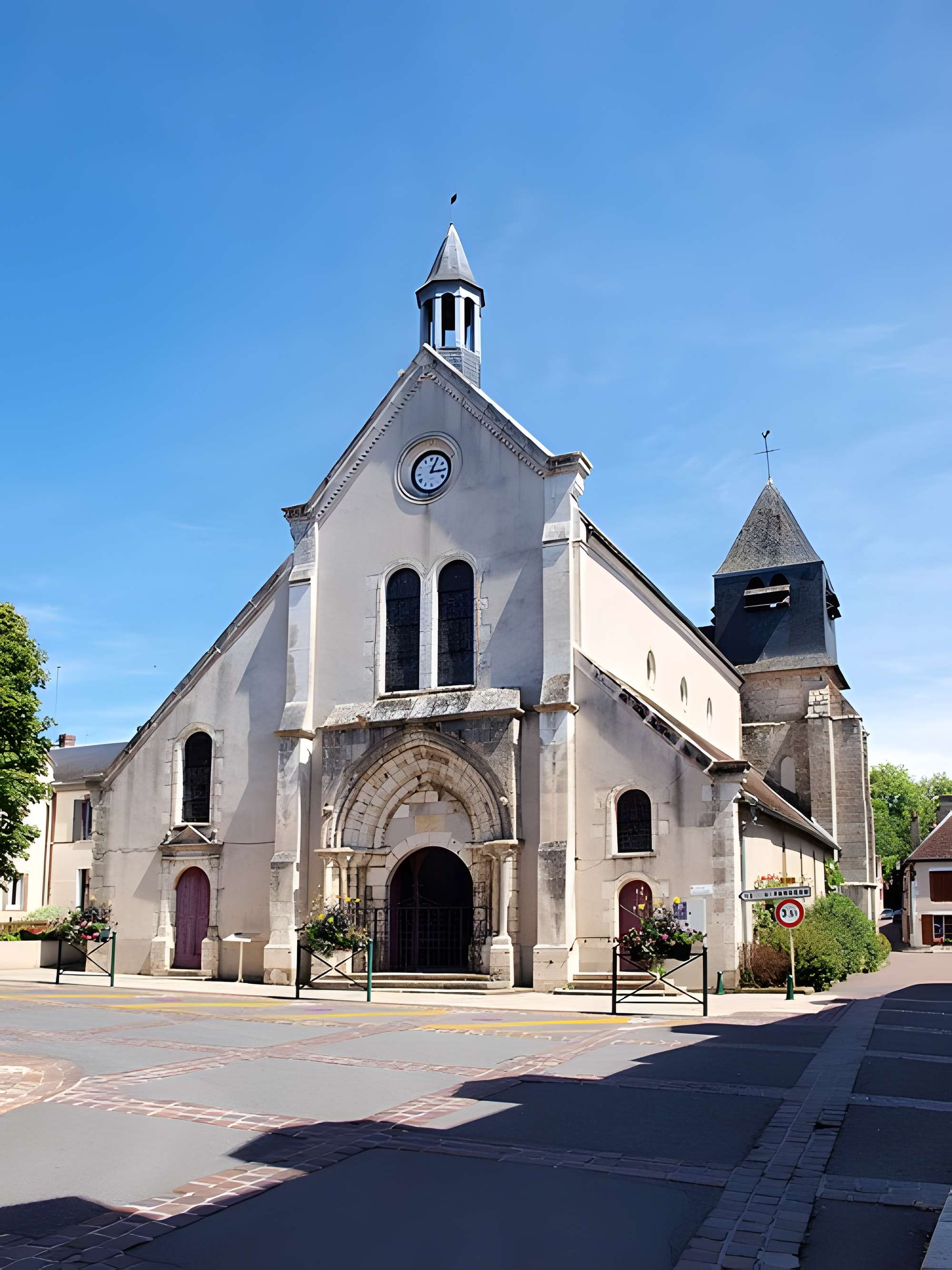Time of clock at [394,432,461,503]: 3:04
